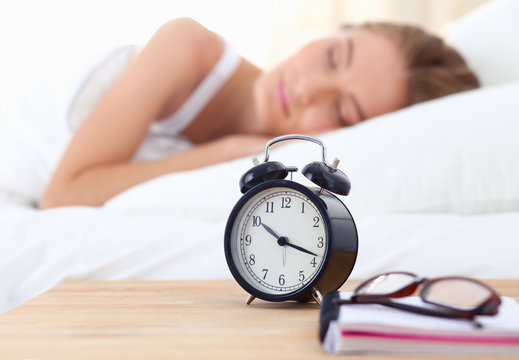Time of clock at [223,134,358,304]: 10:18
